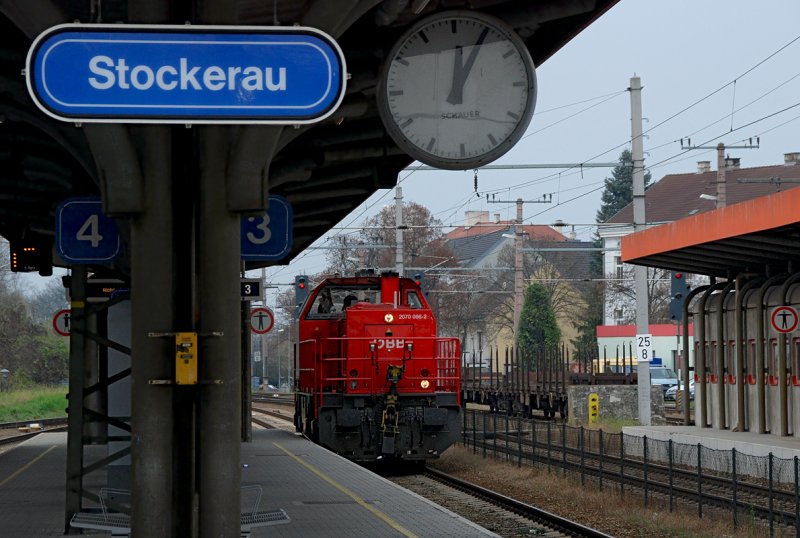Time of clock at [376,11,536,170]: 12:04
